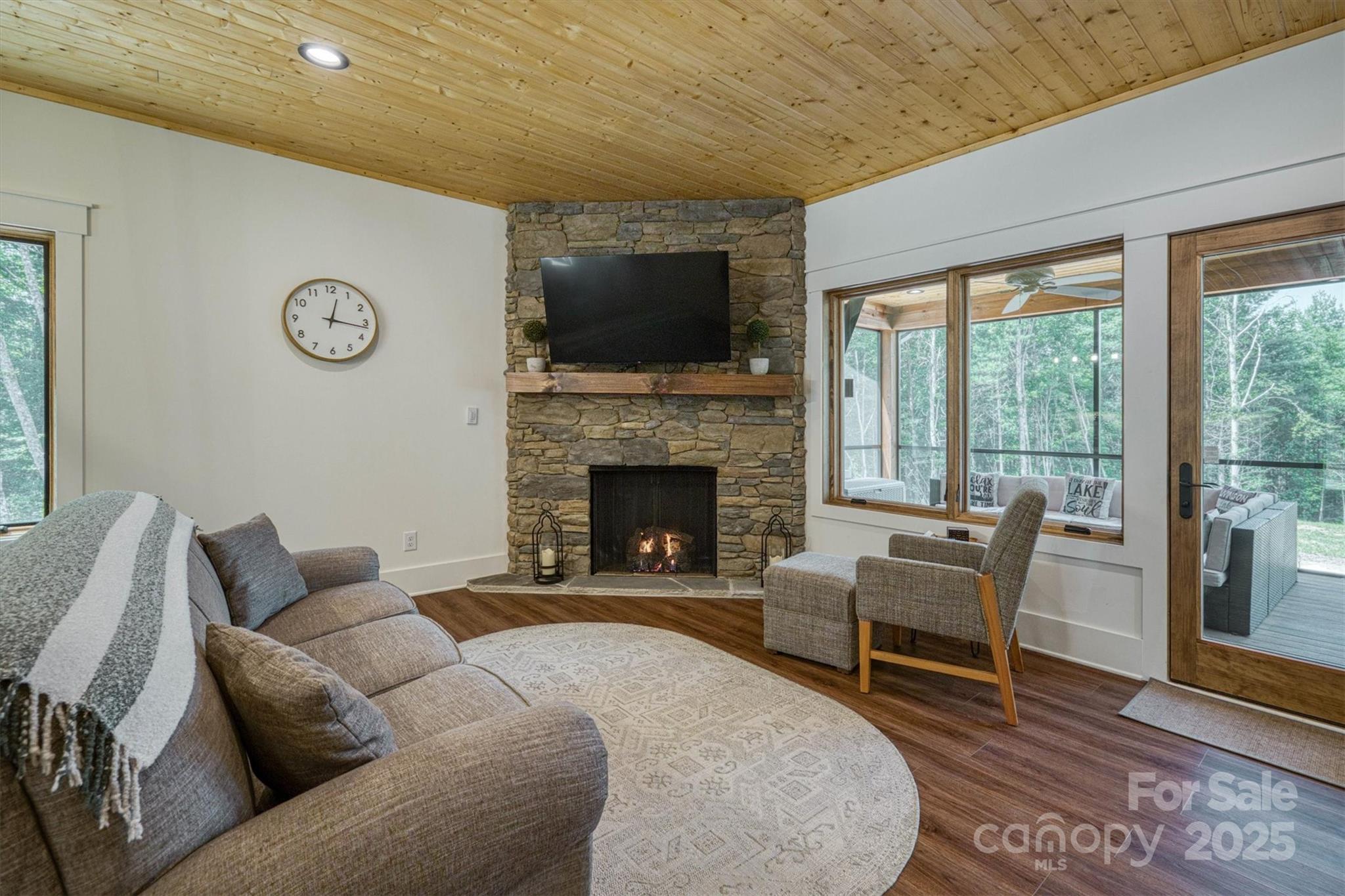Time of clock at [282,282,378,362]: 12:16
